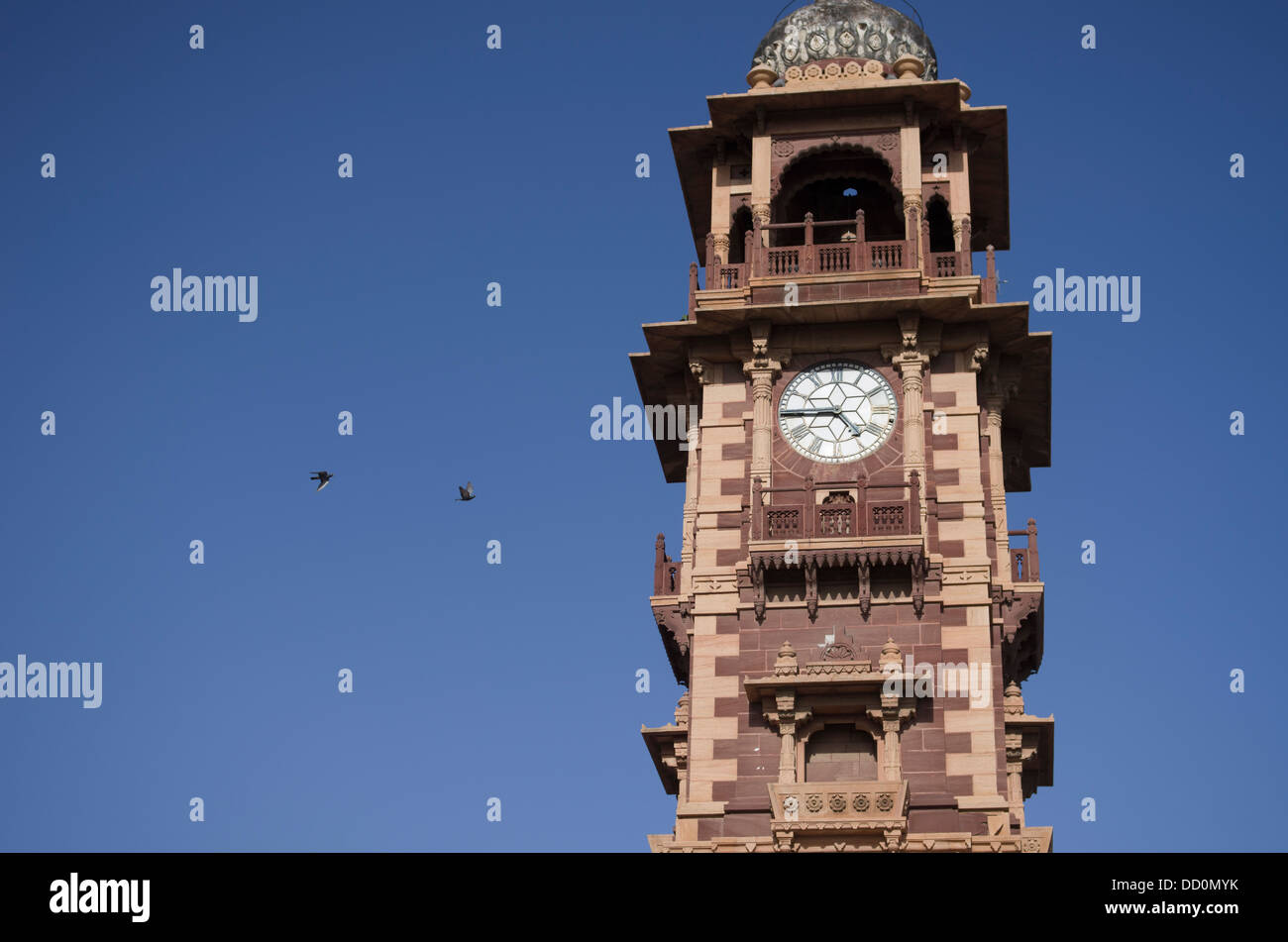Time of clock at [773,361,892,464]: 4:44
